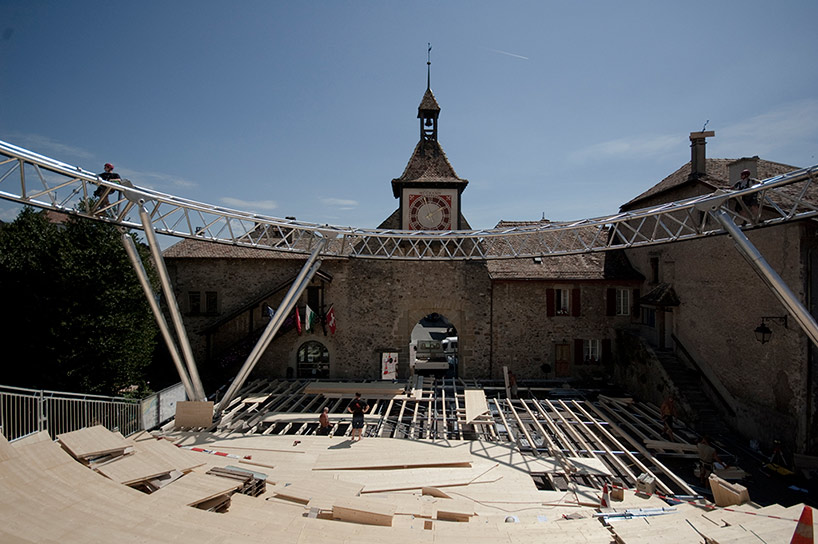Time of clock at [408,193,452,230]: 5:09
